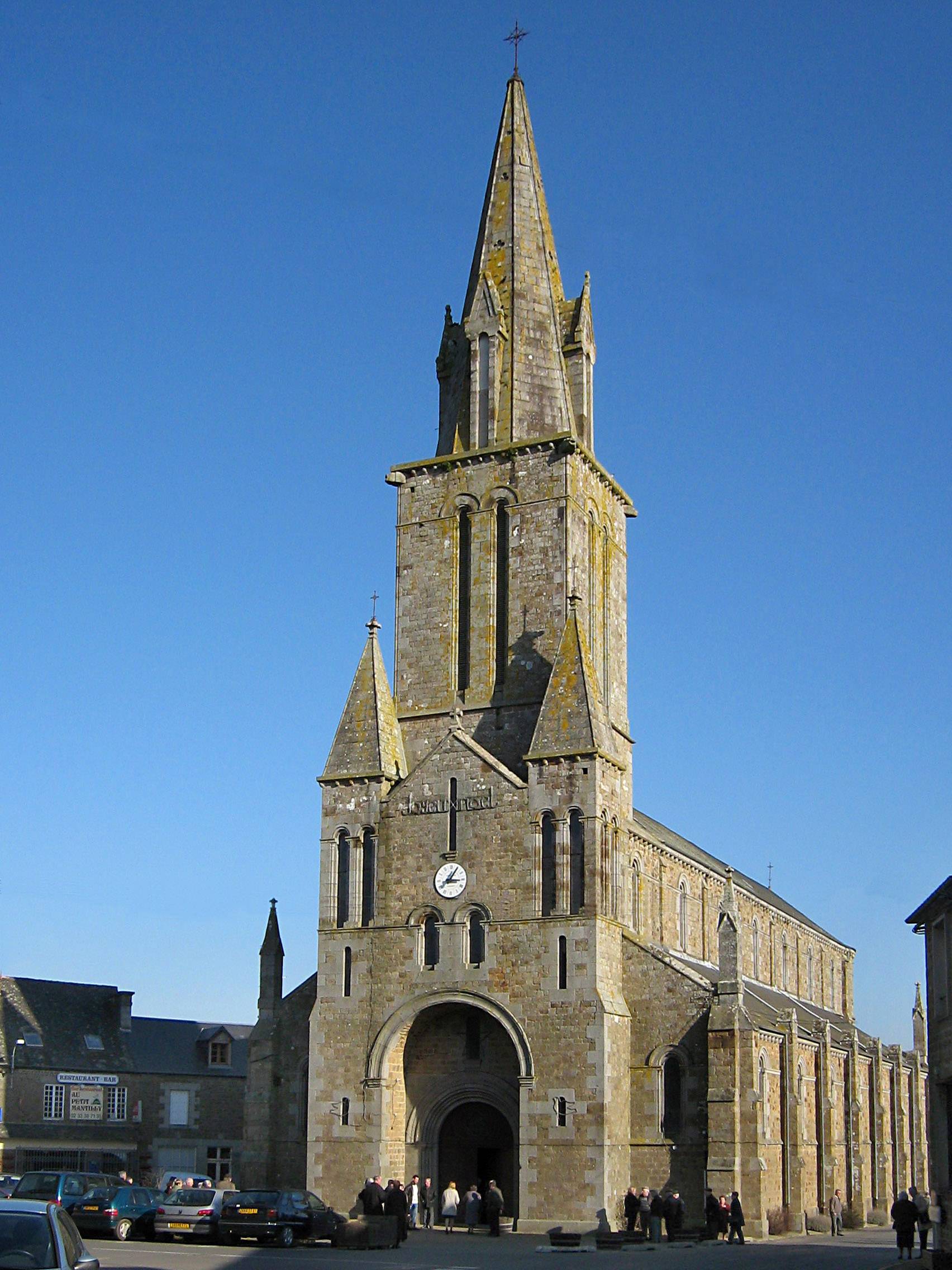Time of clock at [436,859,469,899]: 3:05
